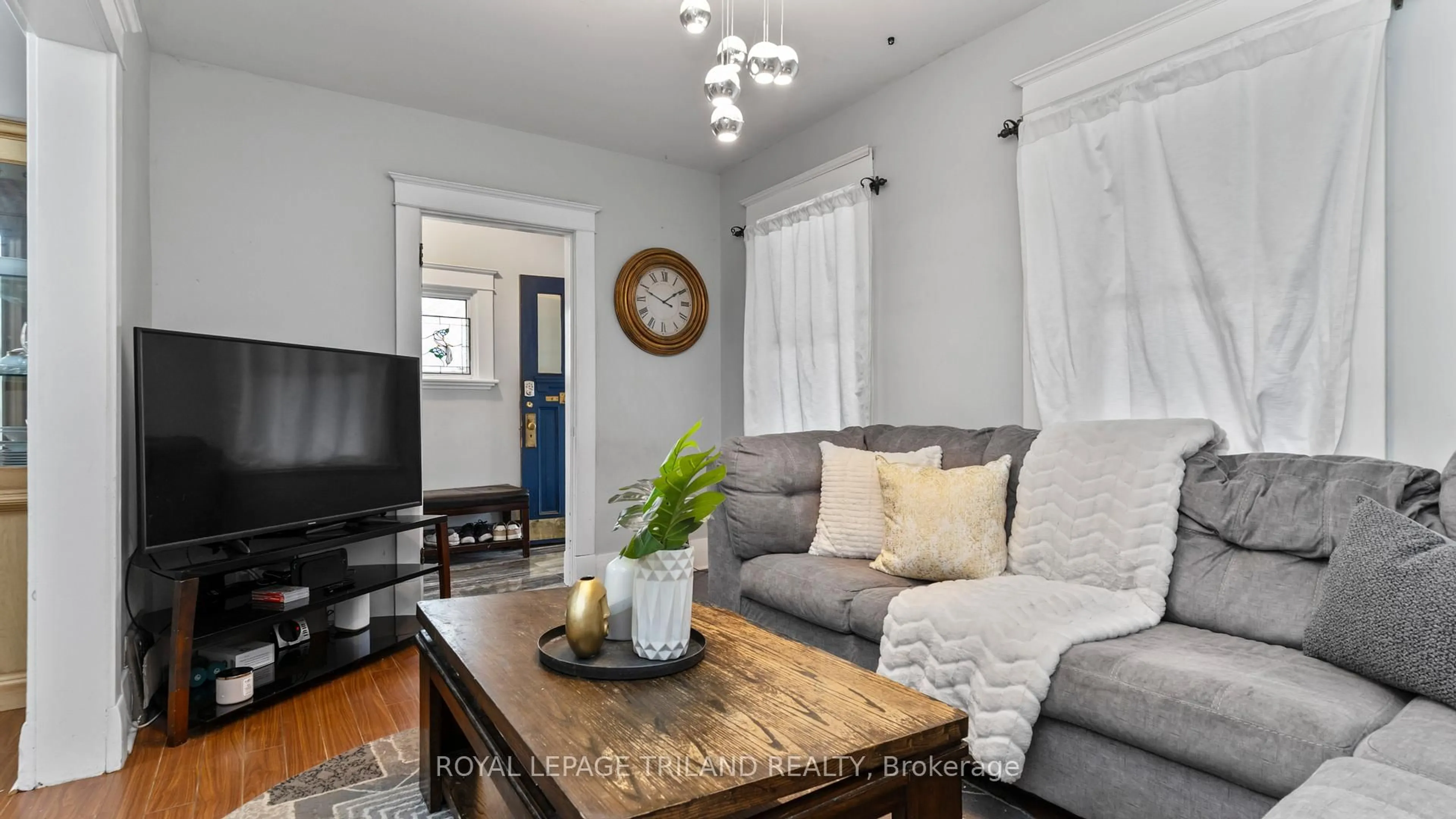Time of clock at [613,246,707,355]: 1:49
